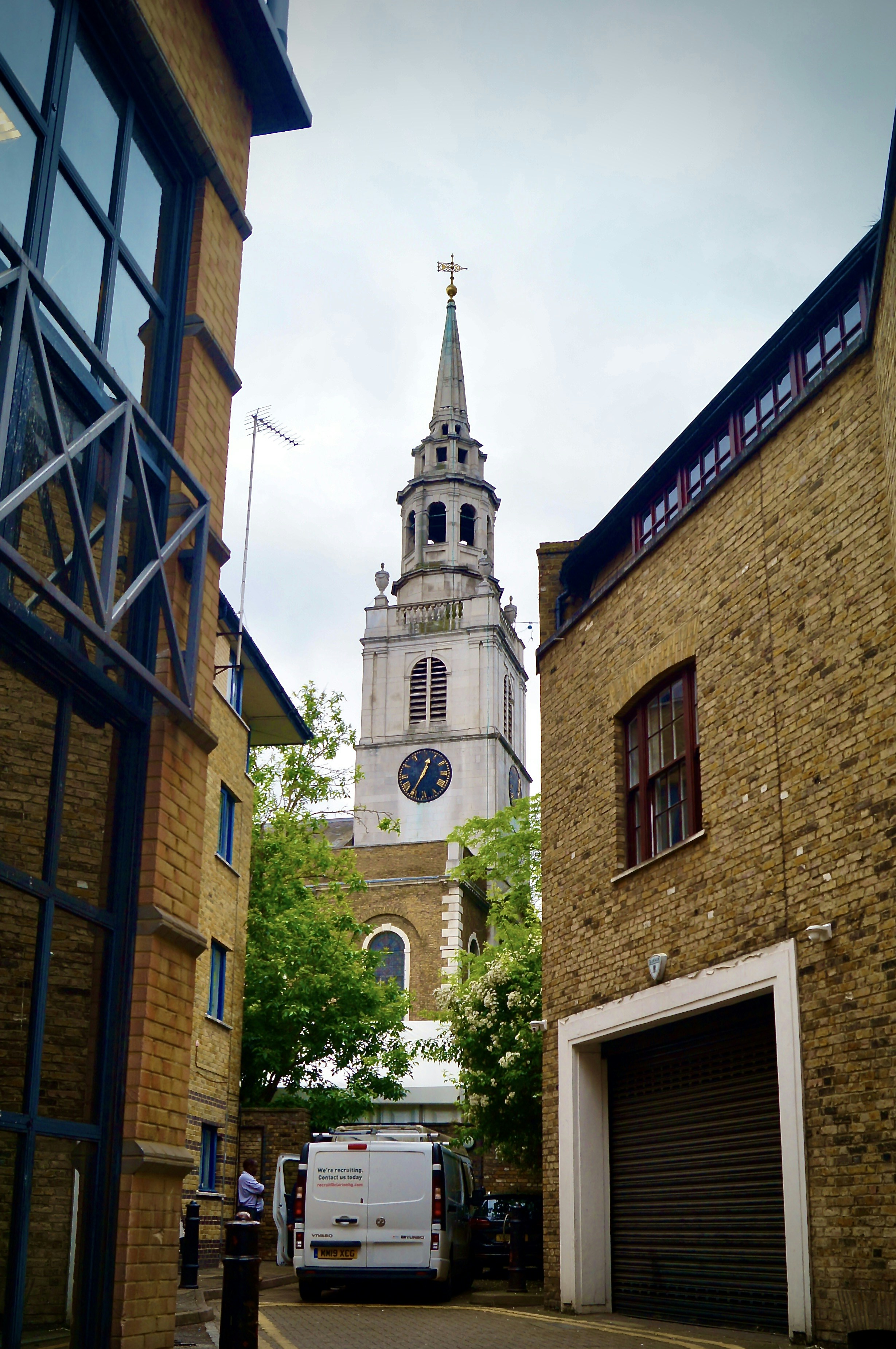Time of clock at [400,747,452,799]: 12:35
